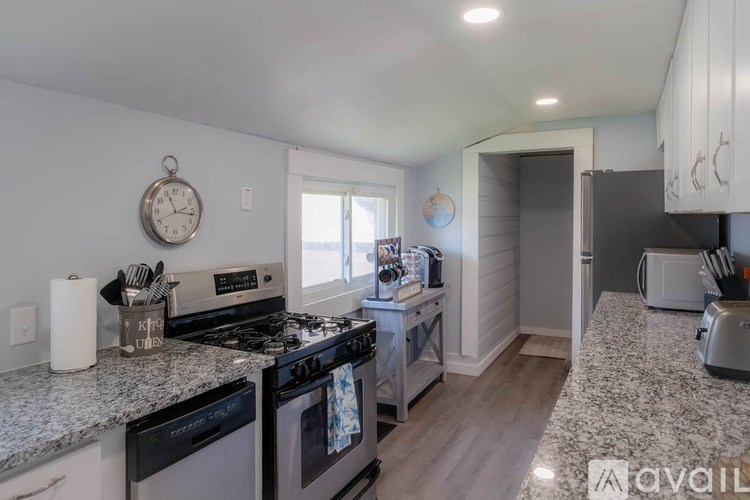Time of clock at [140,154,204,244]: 11:16
